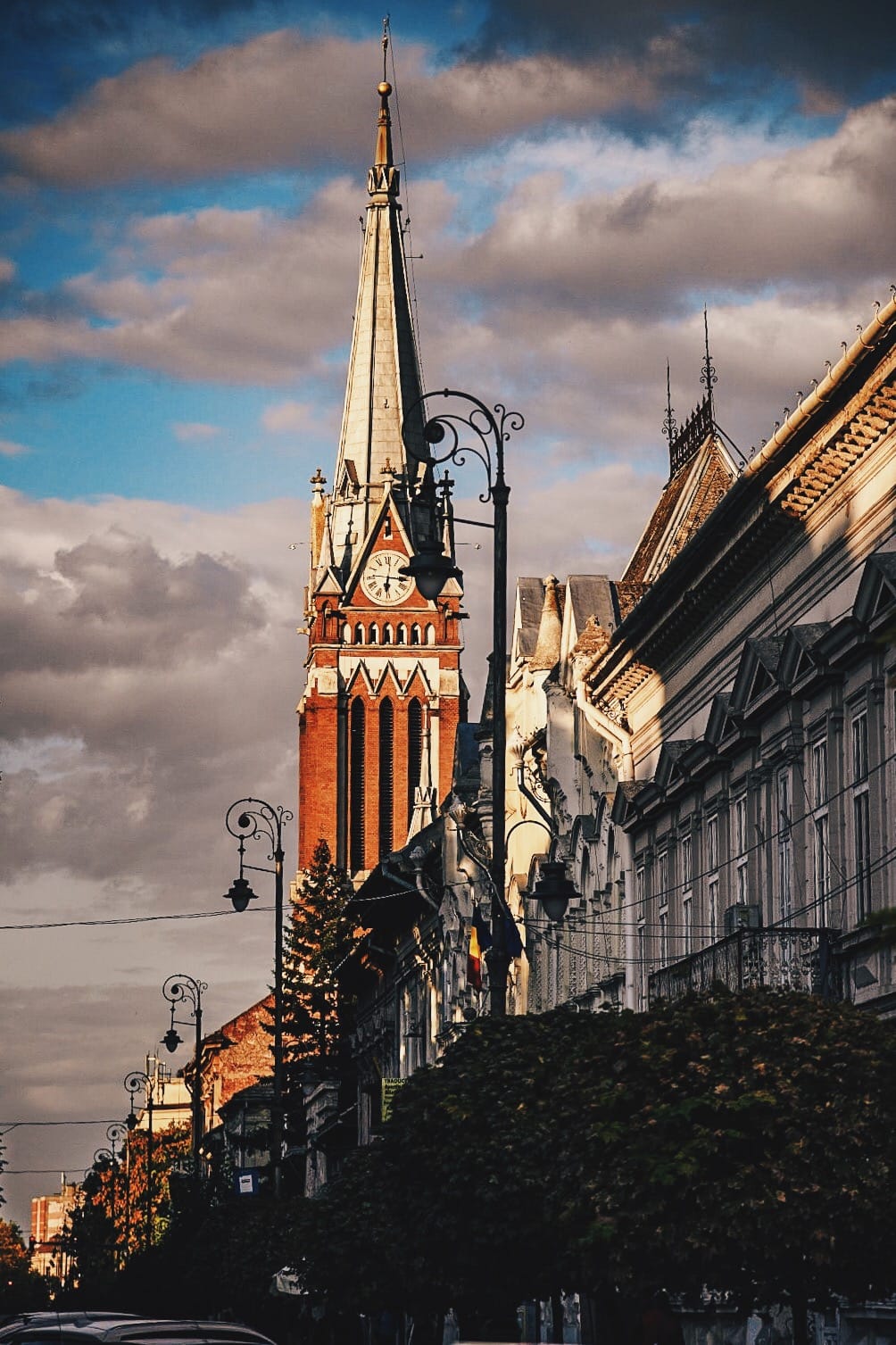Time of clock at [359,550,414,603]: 6:16
